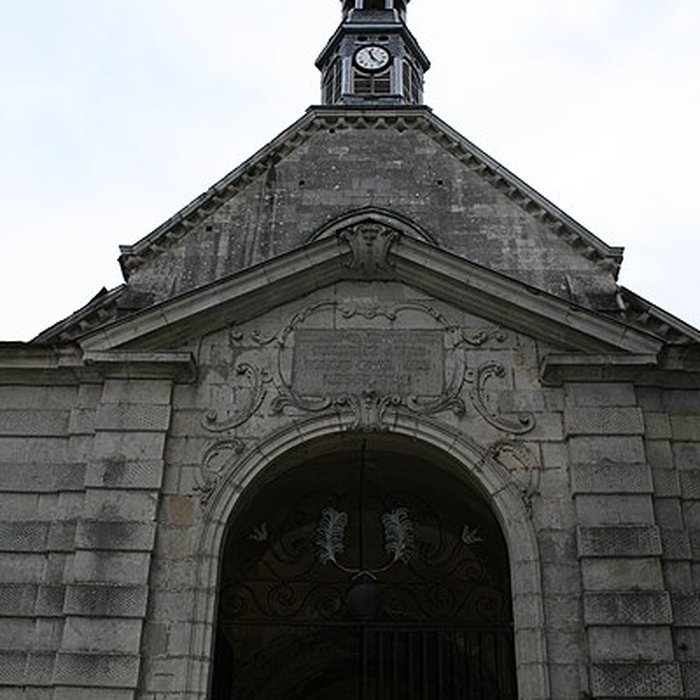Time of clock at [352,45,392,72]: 11:22
